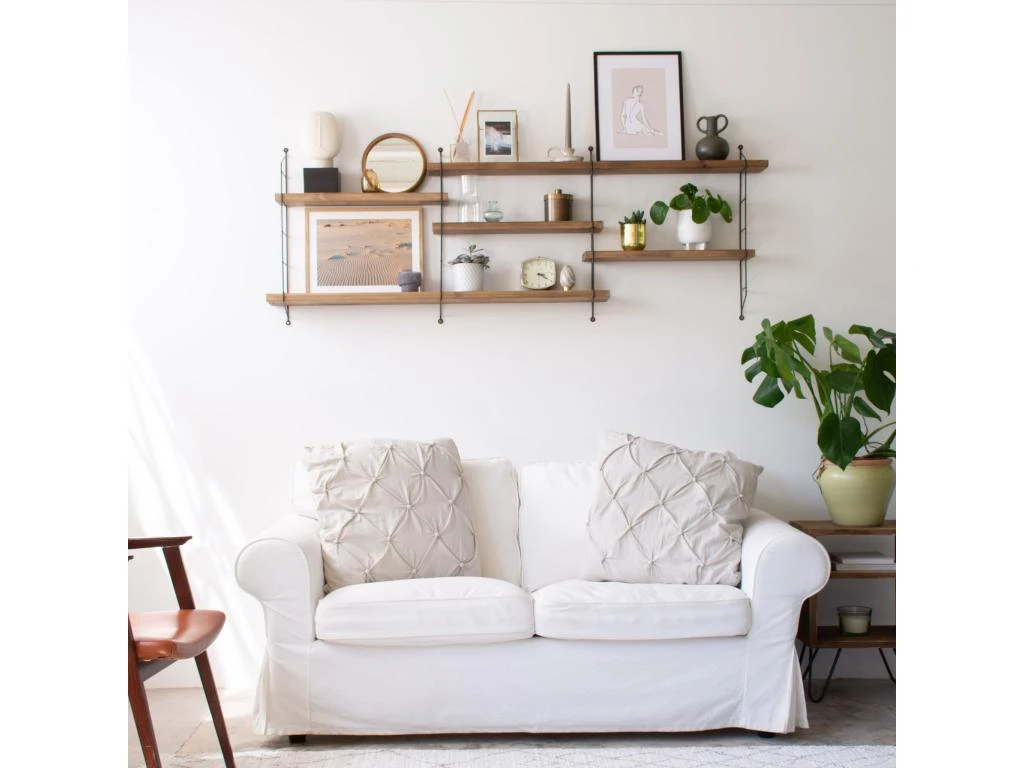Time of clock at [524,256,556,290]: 3:20
